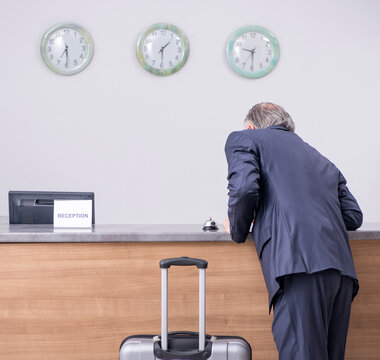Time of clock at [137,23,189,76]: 1:29
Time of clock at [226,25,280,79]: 9:30
